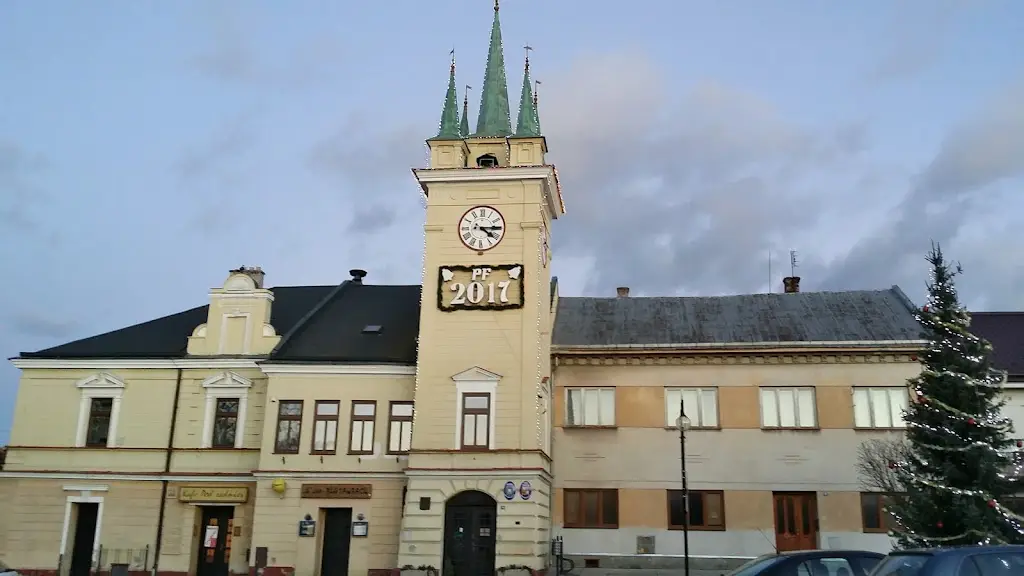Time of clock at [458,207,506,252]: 4:14
